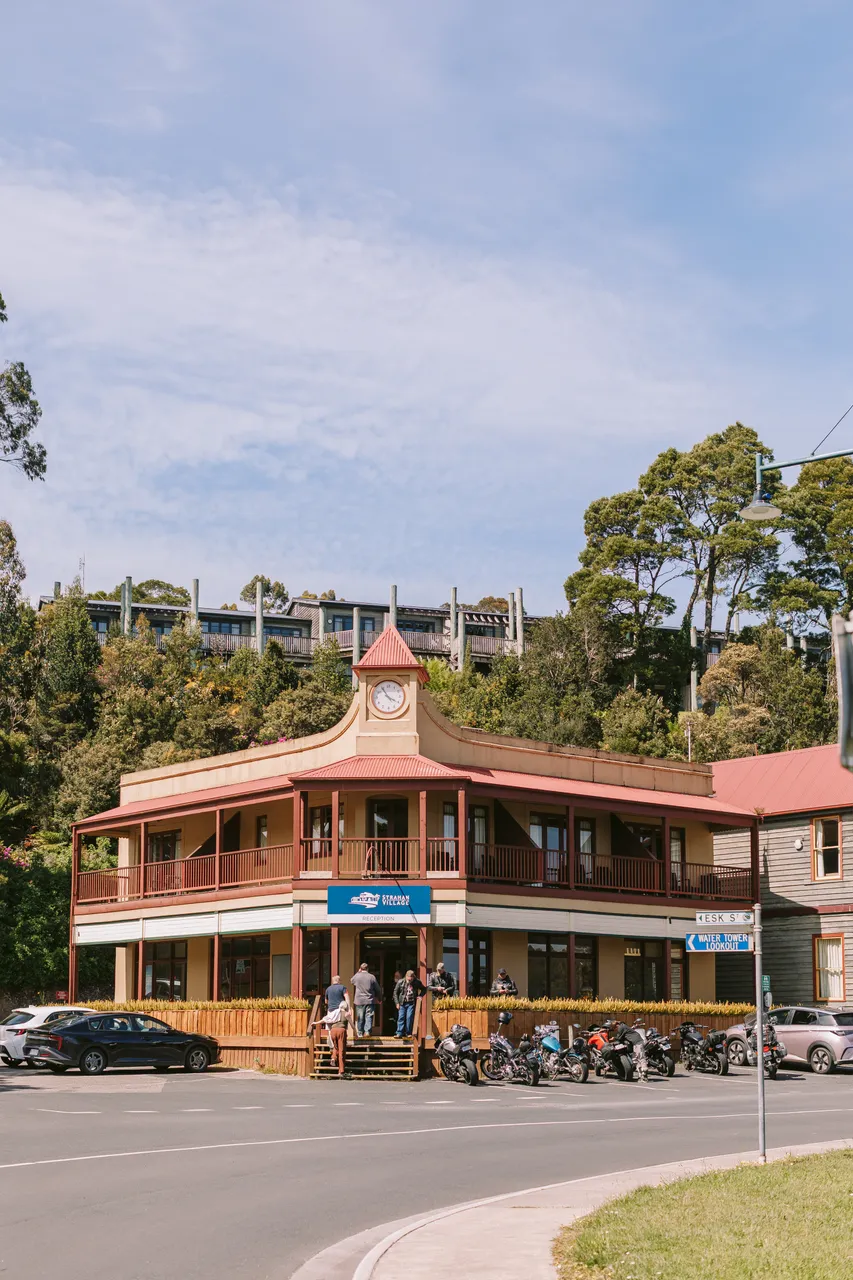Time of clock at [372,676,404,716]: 3:54
